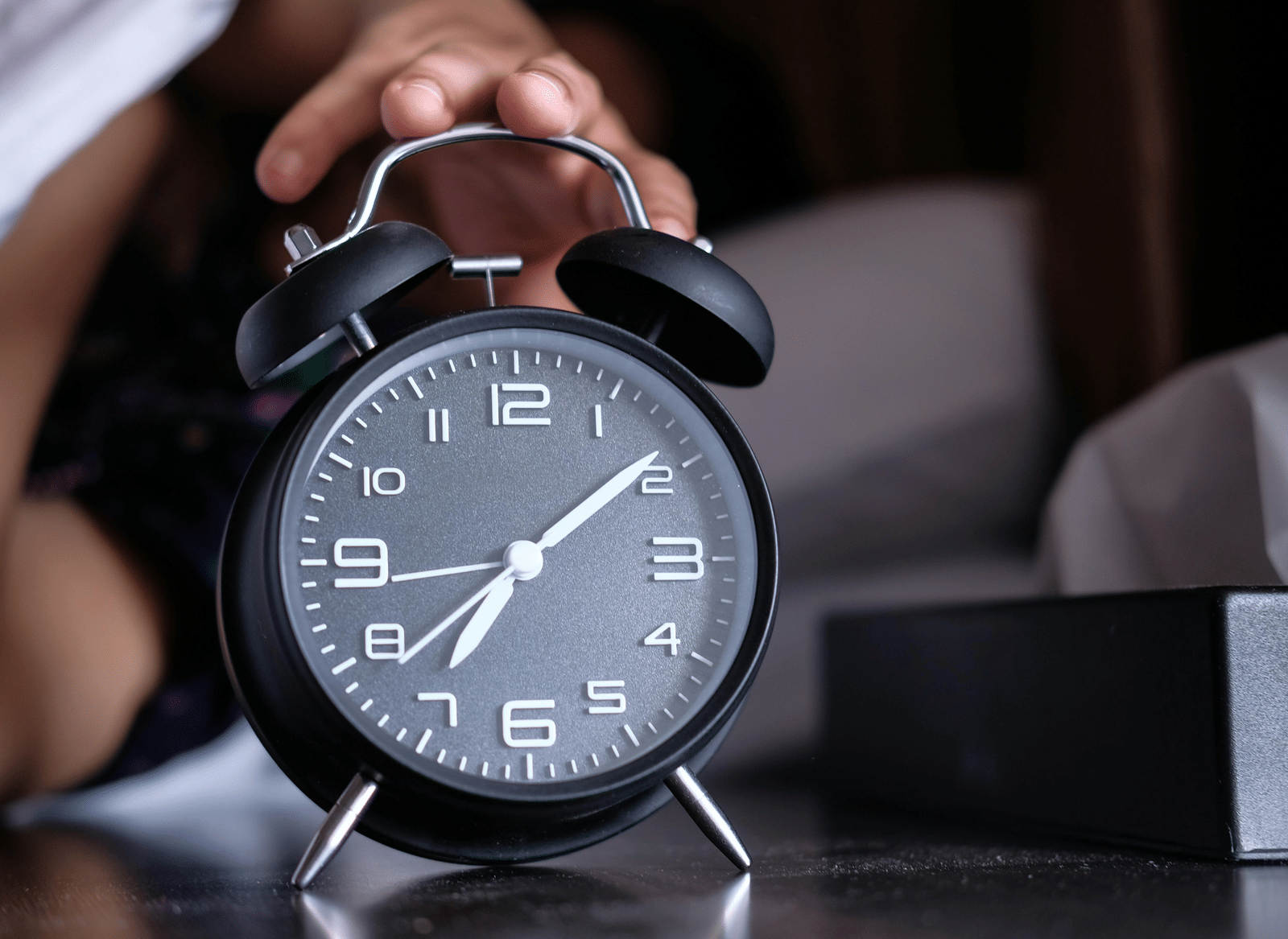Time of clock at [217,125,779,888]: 7:09
